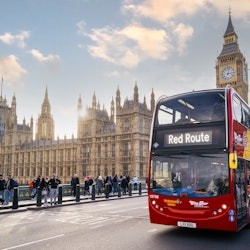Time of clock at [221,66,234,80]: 3:02
